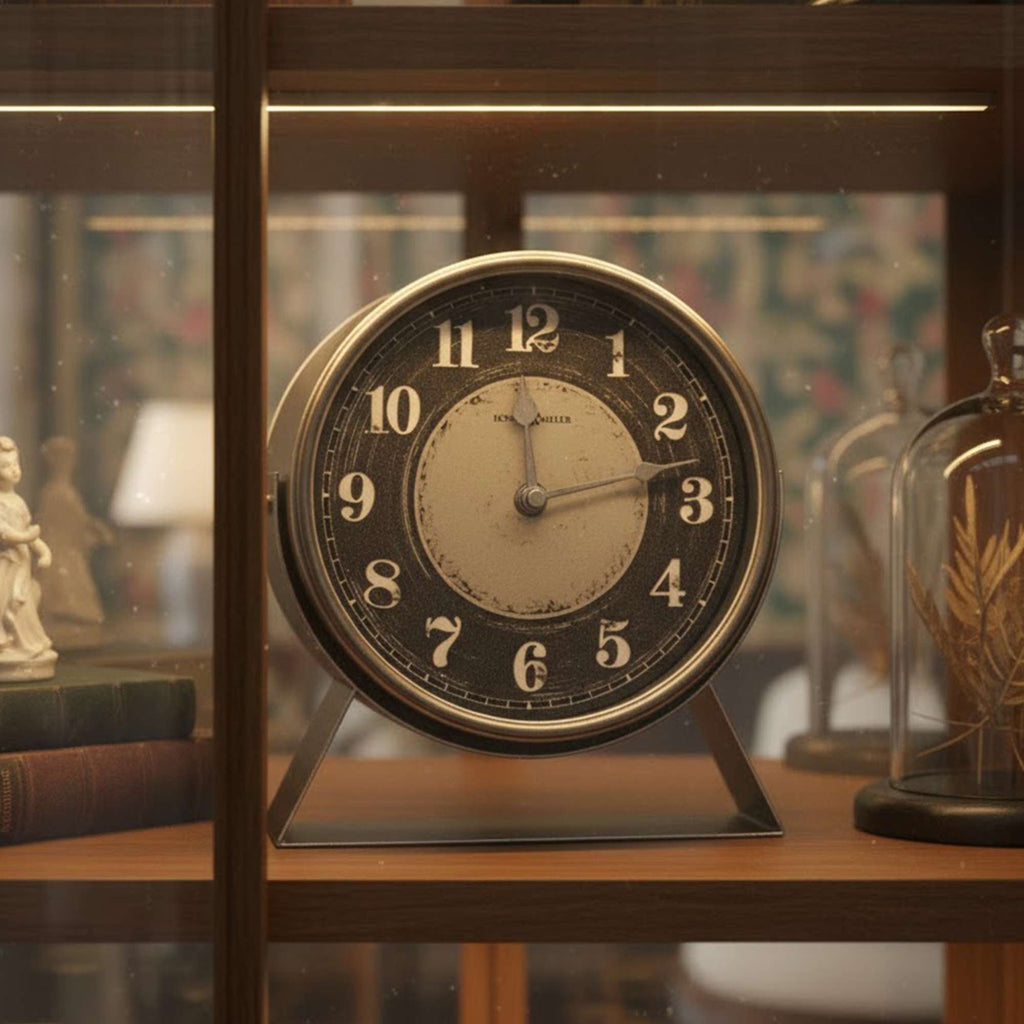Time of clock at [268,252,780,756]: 12:13
